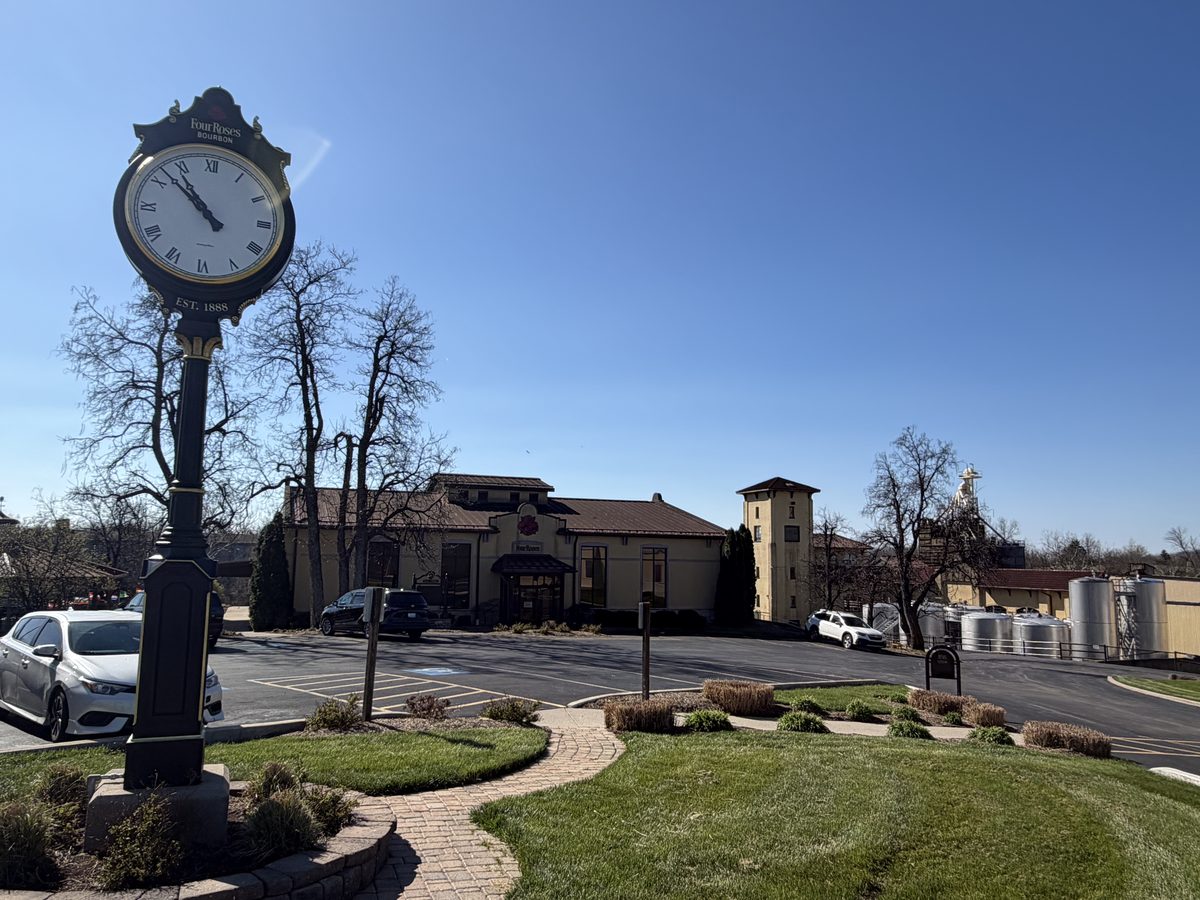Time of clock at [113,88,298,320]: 10:52
